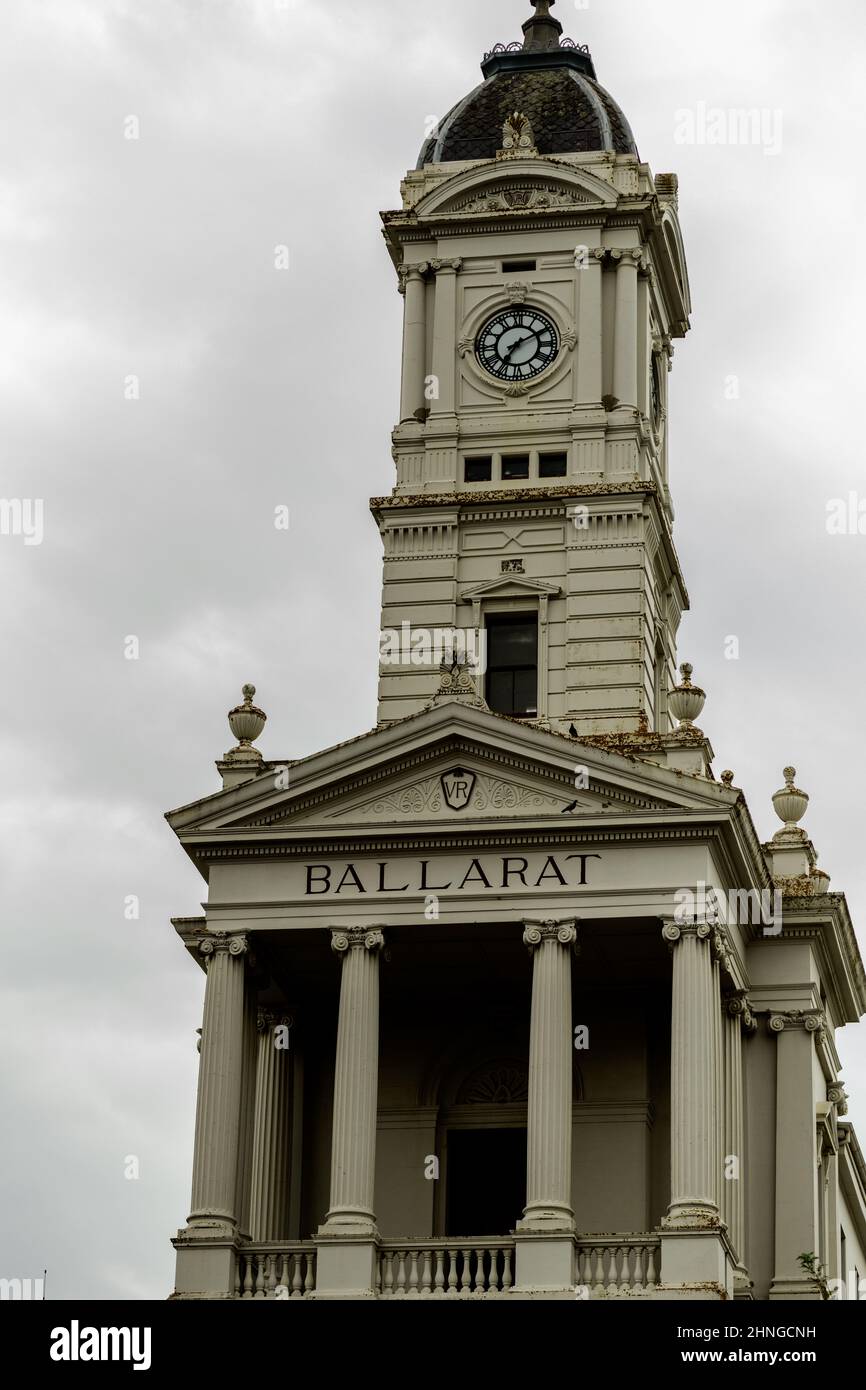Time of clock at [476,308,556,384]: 7:10
